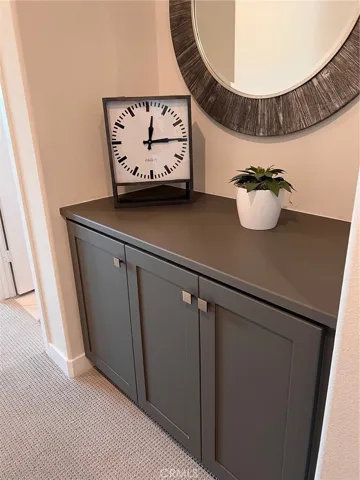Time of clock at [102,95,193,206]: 12:14
